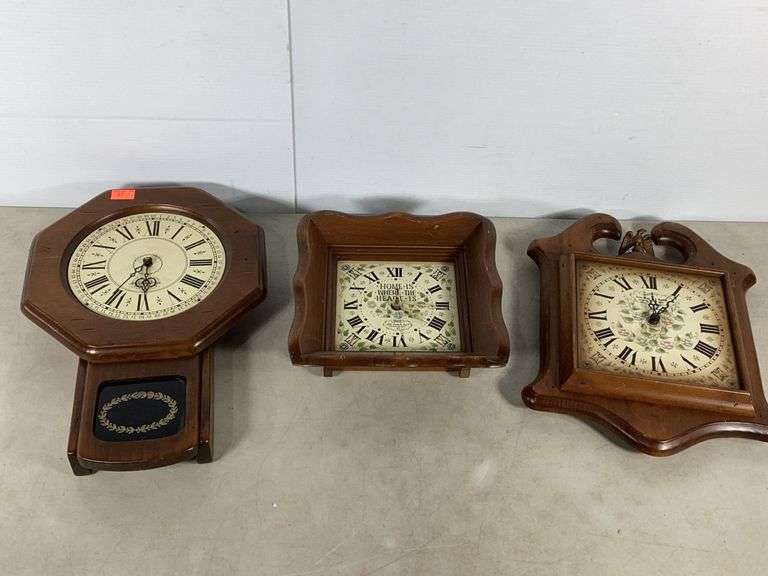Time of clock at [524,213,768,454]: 12:05
